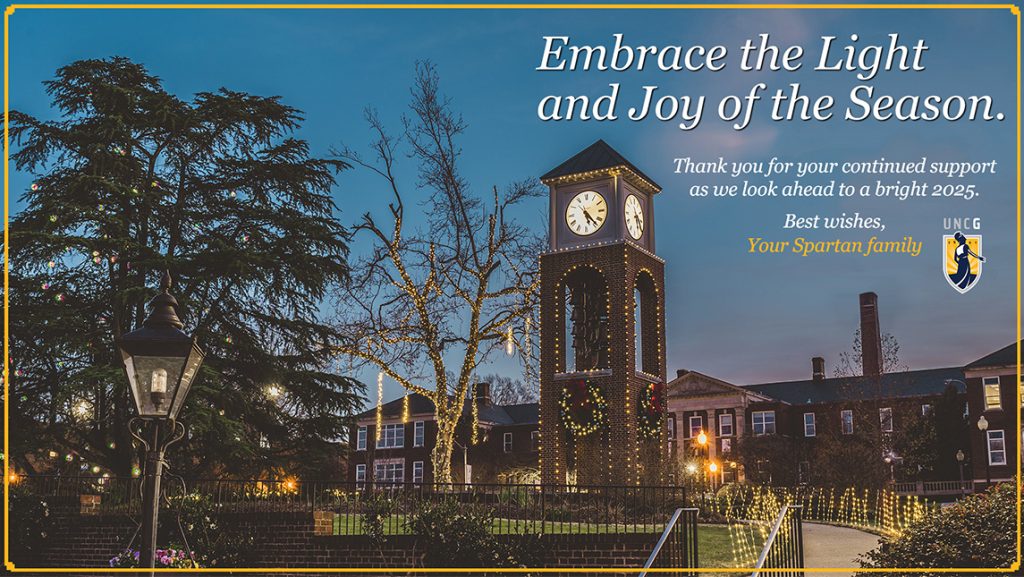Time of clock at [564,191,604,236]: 5:23
